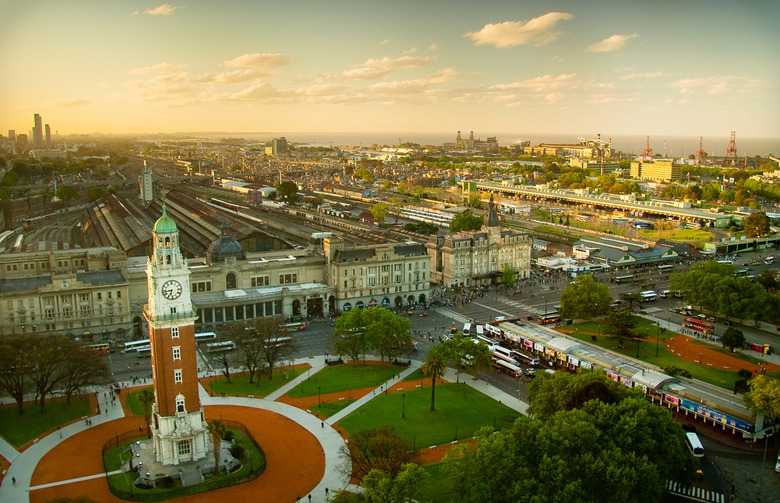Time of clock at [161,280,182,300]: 6:43
